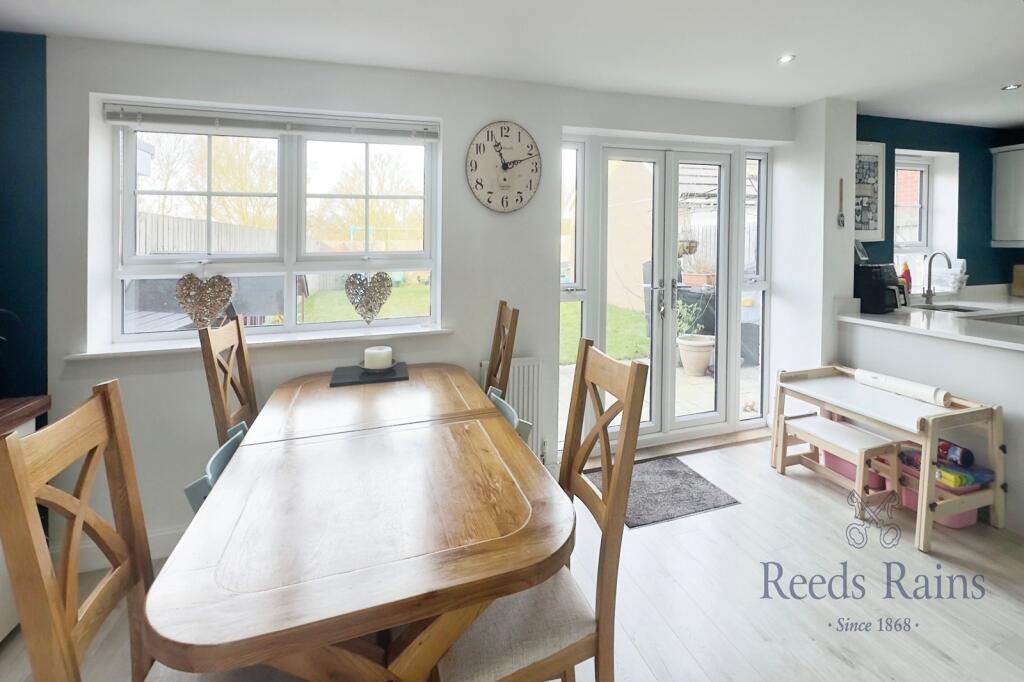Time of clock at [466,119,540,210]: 11:12
